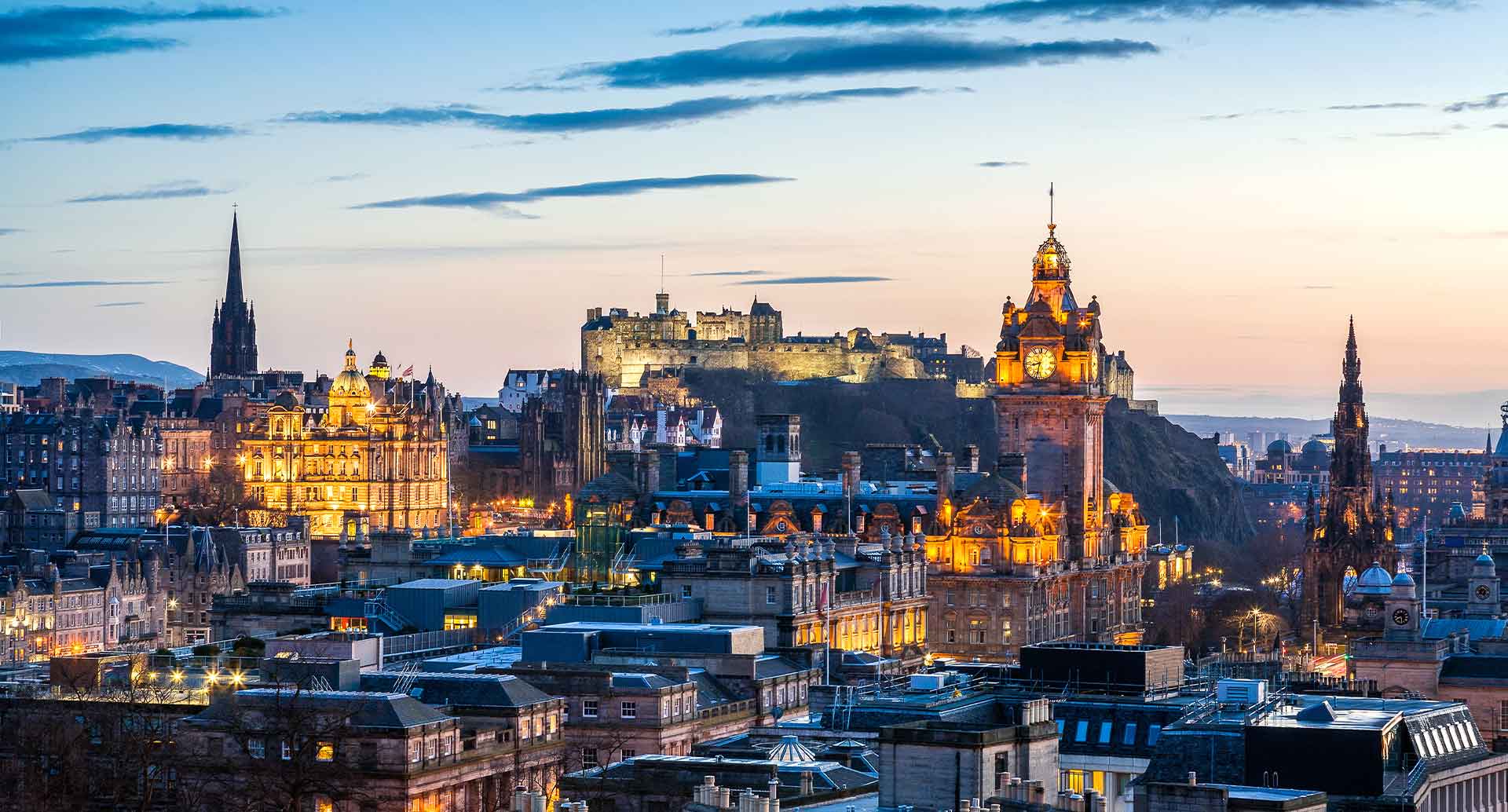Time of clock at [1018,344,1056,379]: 8:32
